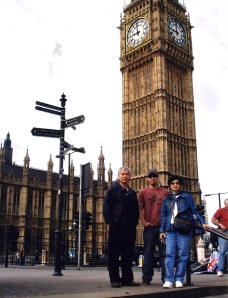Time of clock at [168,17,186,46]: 11:46
